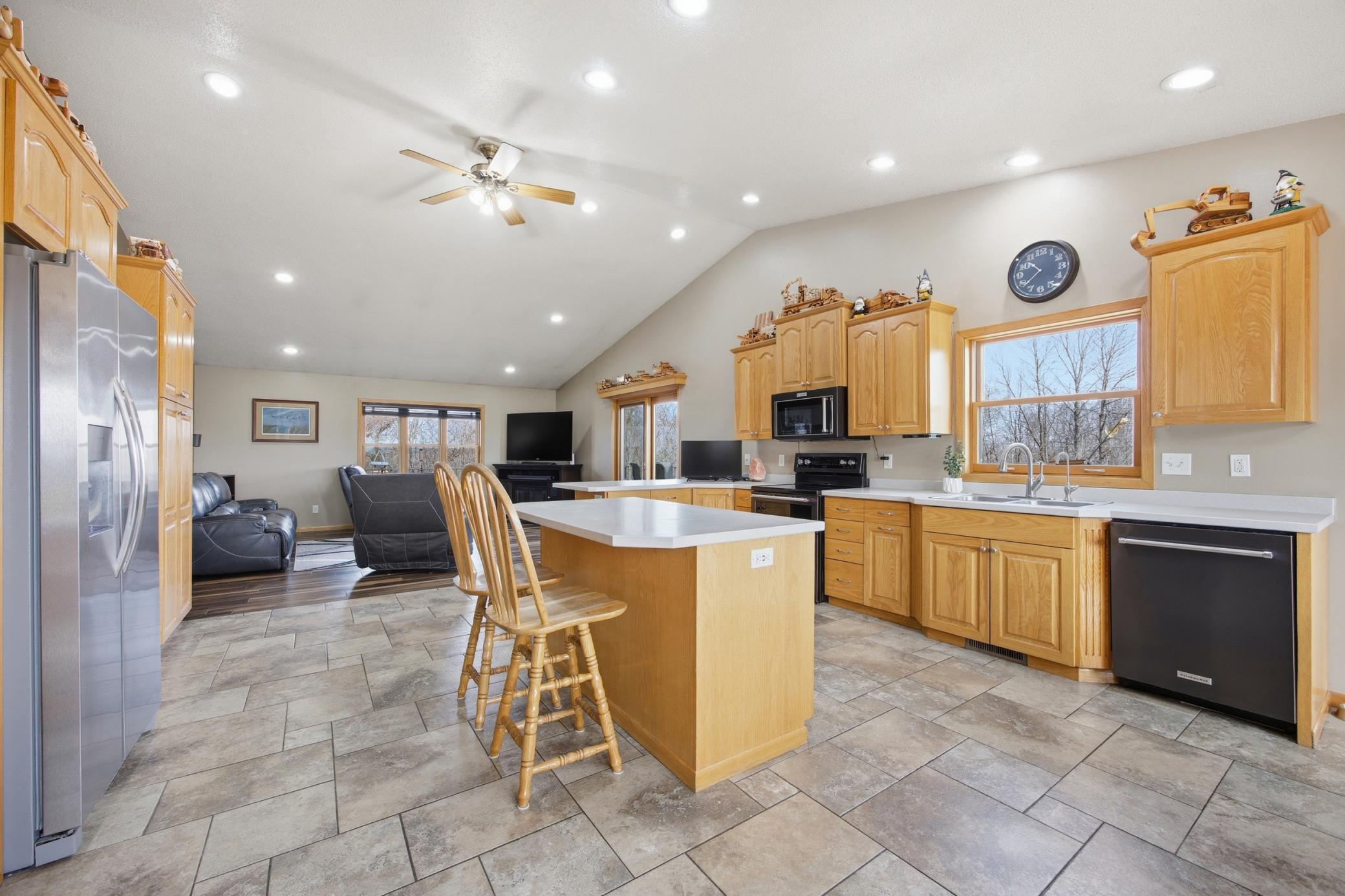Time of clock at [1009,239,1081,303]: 10:38
